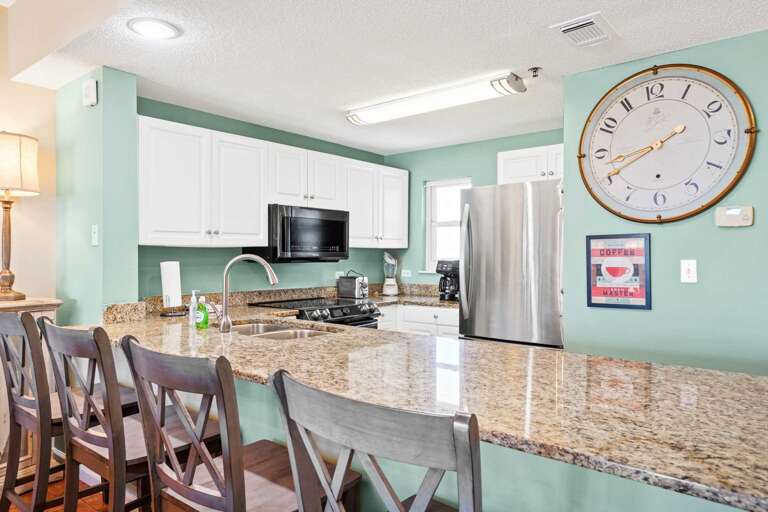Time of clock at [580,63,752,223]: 8:40
